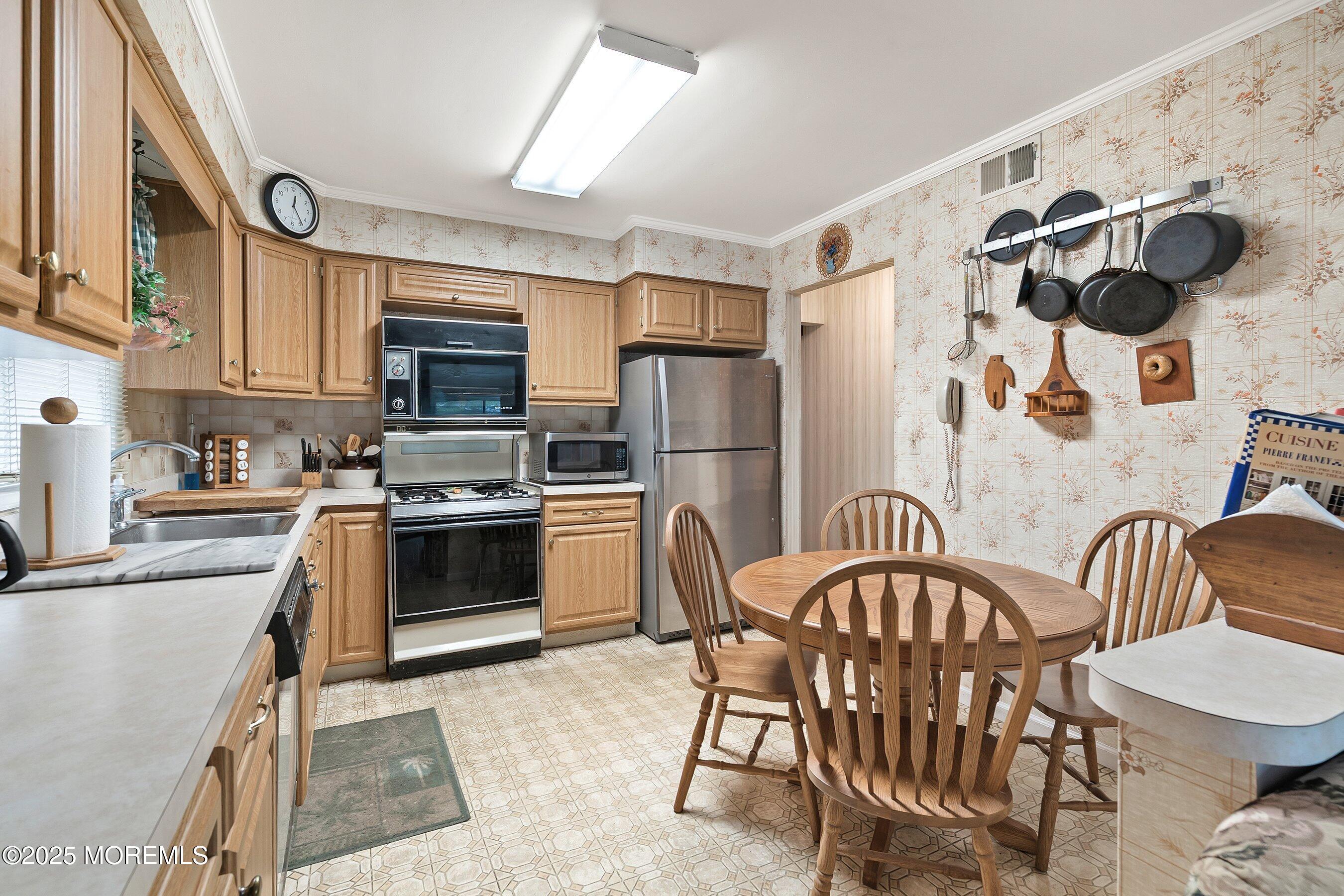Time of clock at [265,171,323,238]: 12:23
